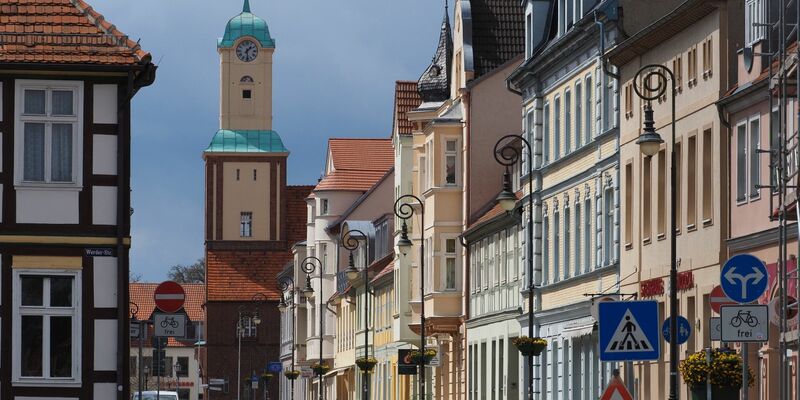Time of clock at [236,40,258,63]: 1:29
